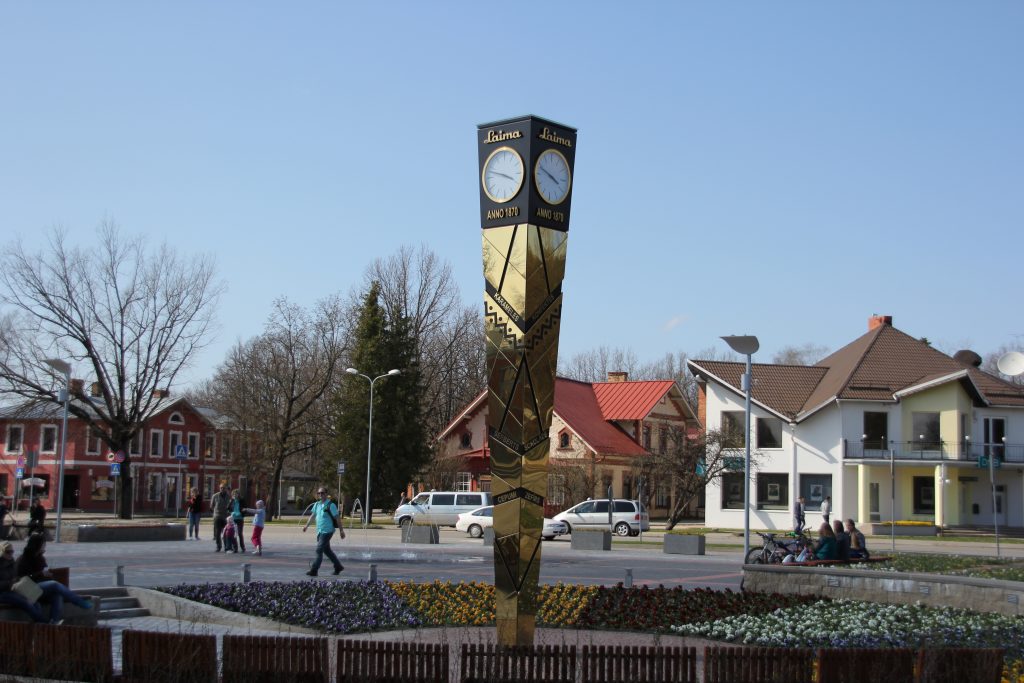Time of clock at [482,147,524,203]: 3:47
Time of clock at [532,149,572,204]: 3:48
